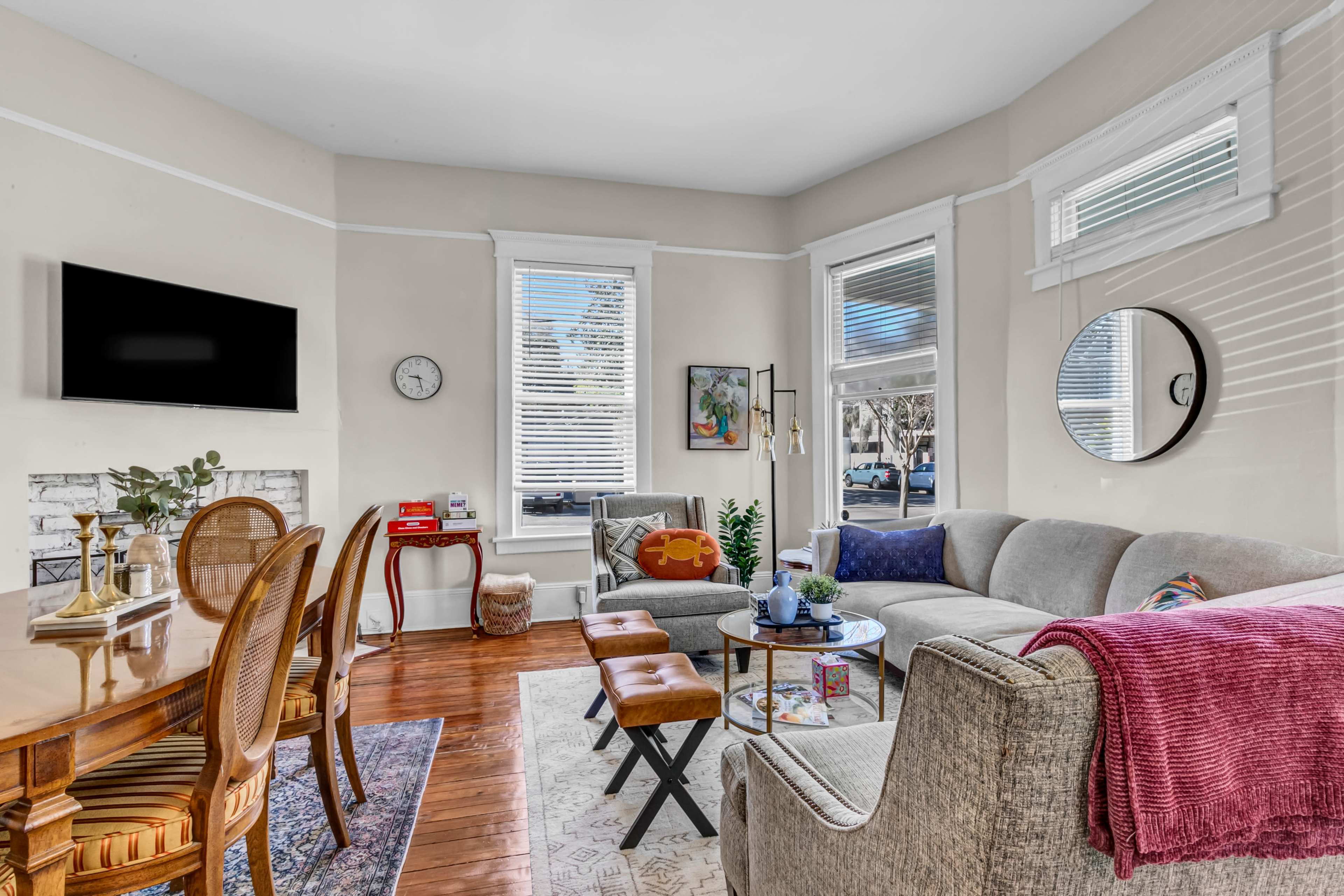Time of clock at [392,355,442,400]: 9:27
